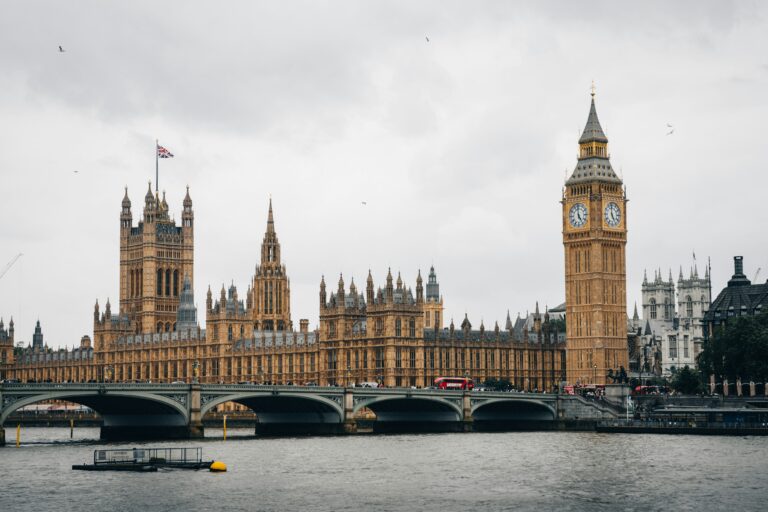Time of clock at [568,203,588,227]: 4:59
